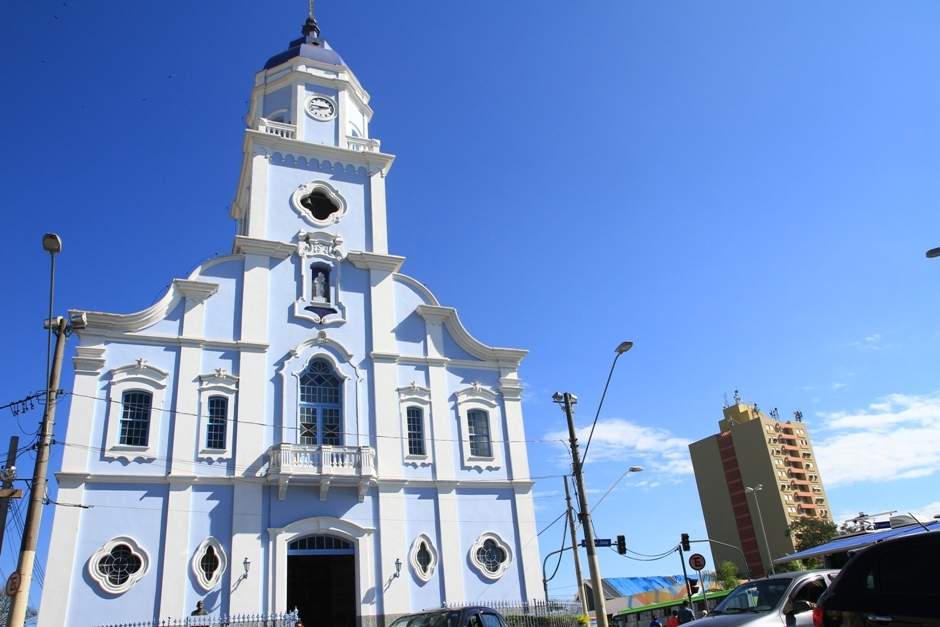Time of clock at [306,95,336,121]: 2:46
